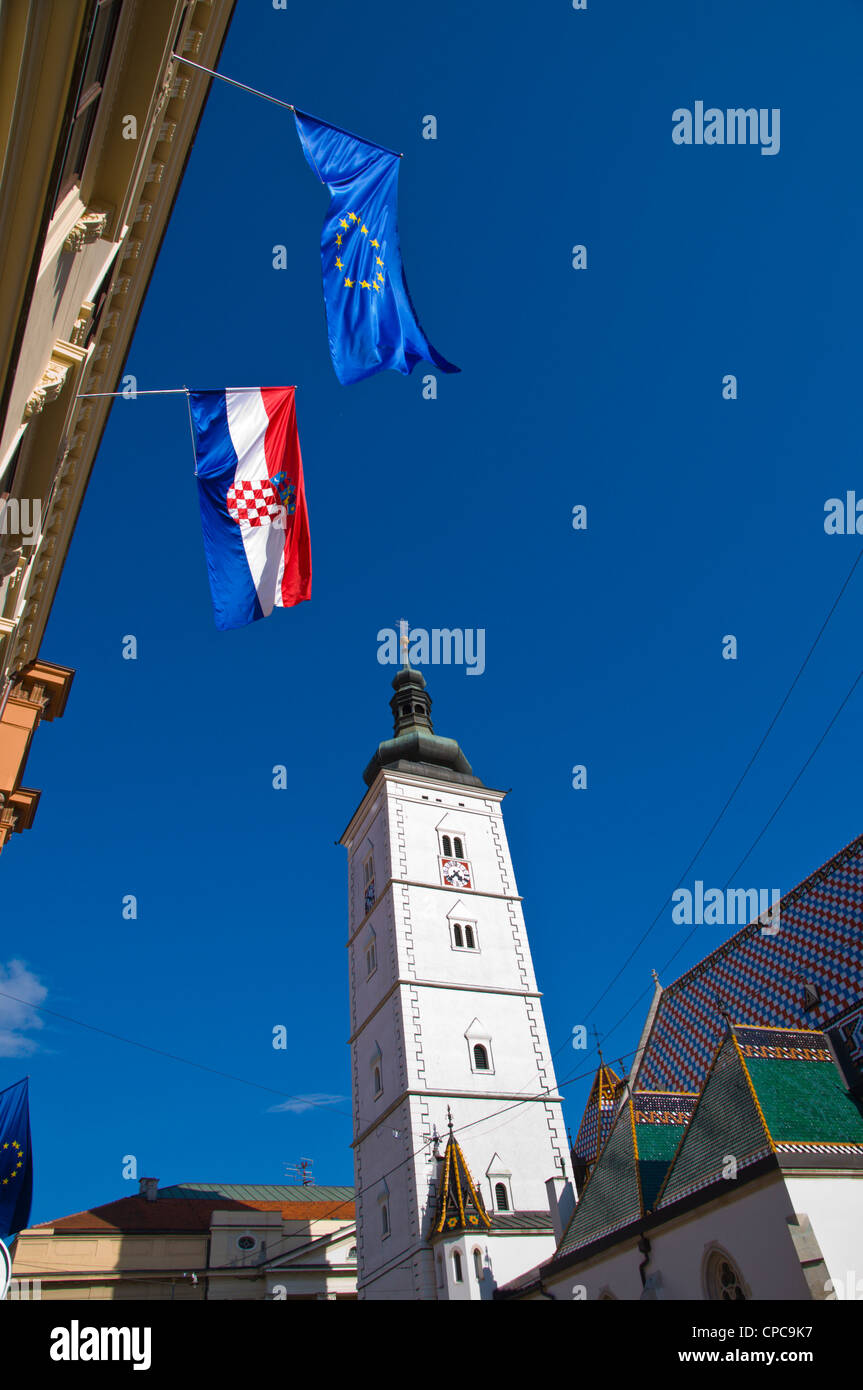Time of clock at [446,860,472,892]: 4:37
